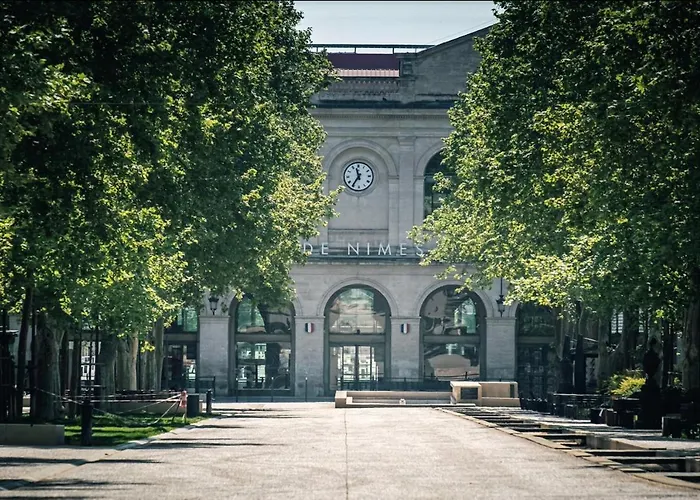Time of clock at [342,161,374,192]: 11:35
